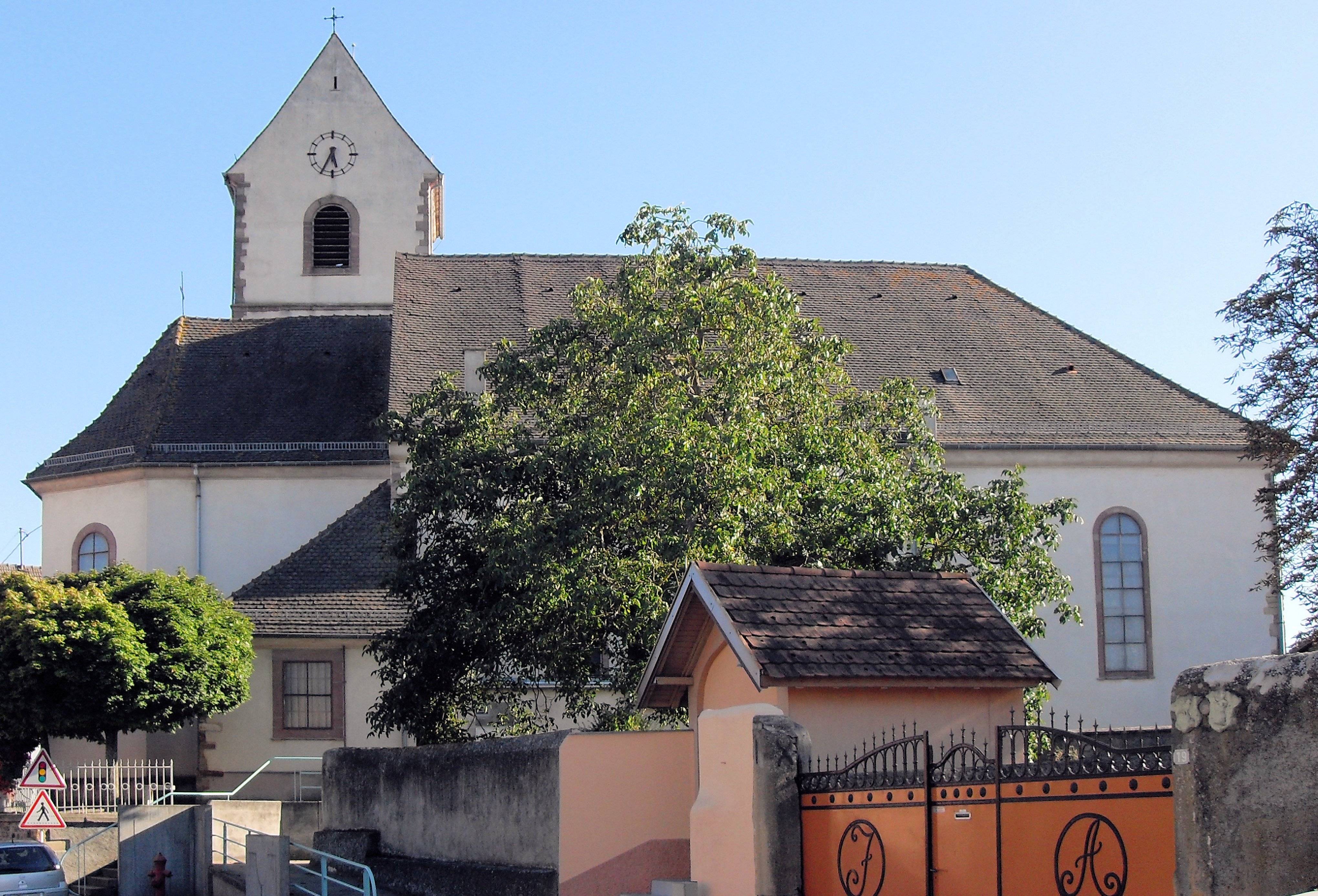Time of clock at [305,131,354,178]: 5:34
